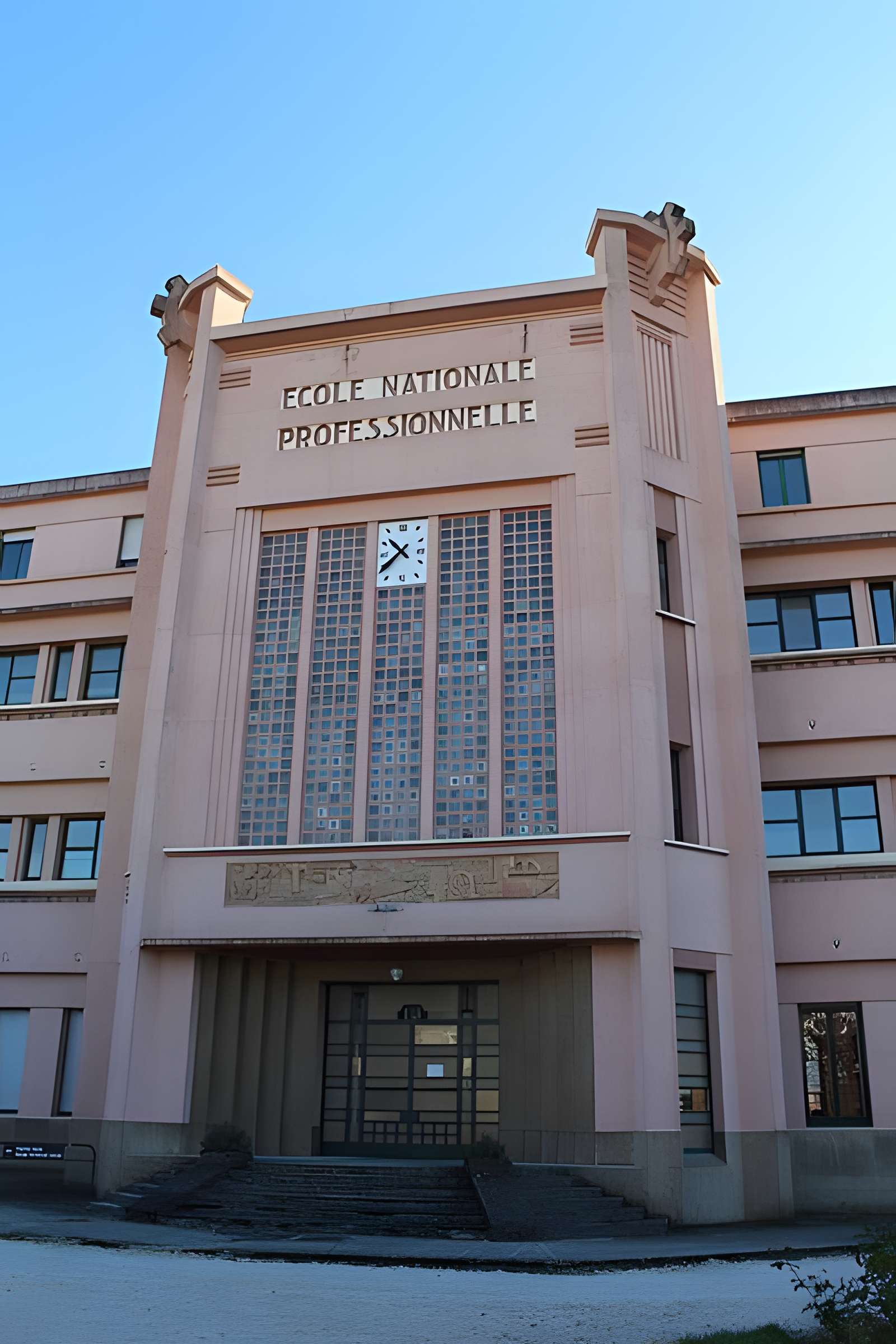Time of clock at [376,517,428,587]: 10:37
